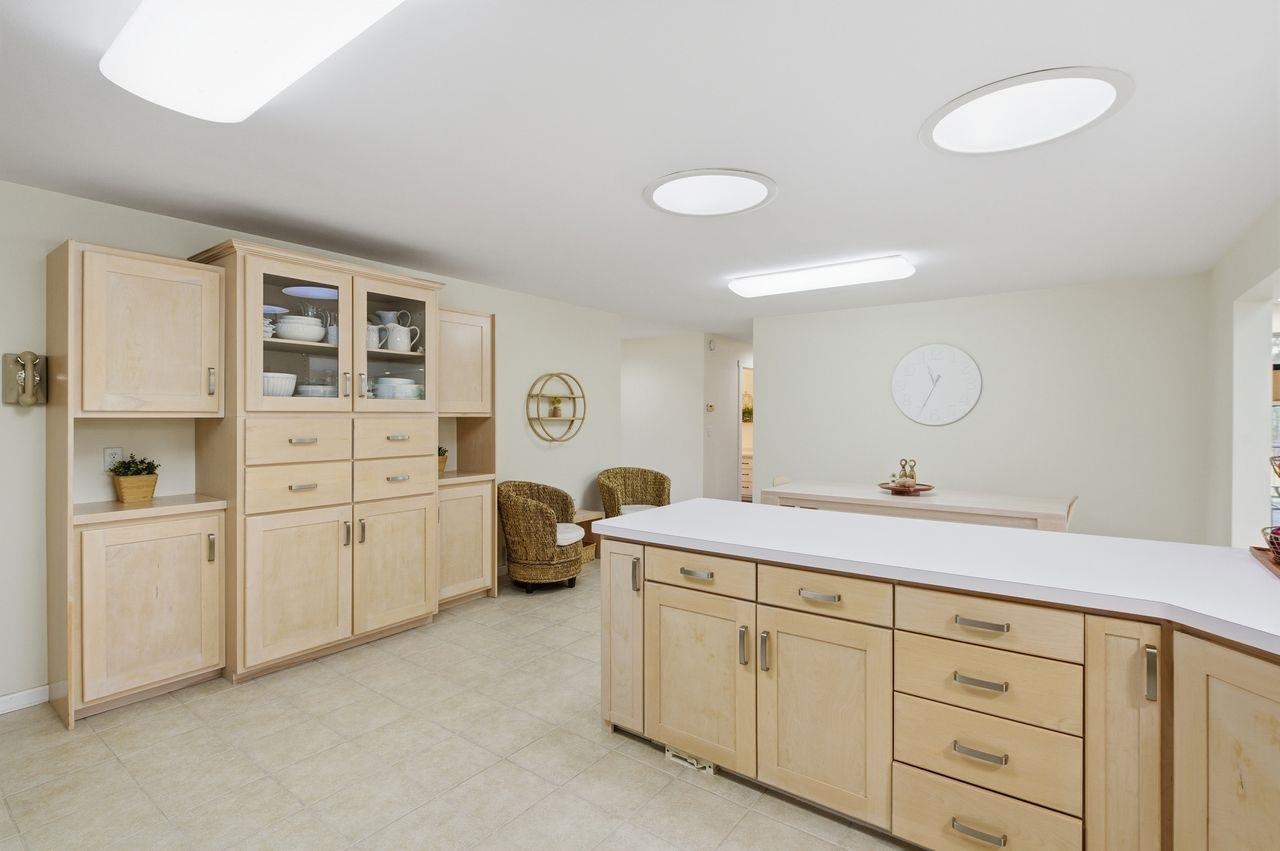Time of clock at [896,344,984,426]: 11:34
